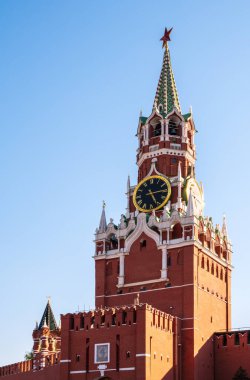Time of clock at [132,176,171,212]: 5:14
